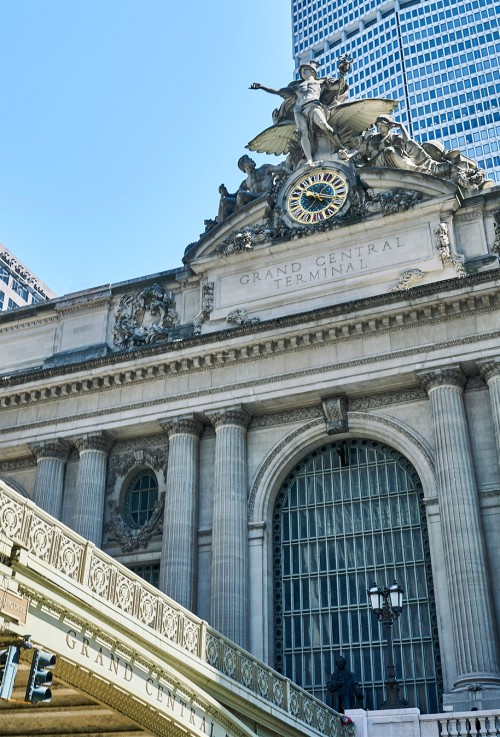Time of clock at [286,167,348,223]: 3:16
